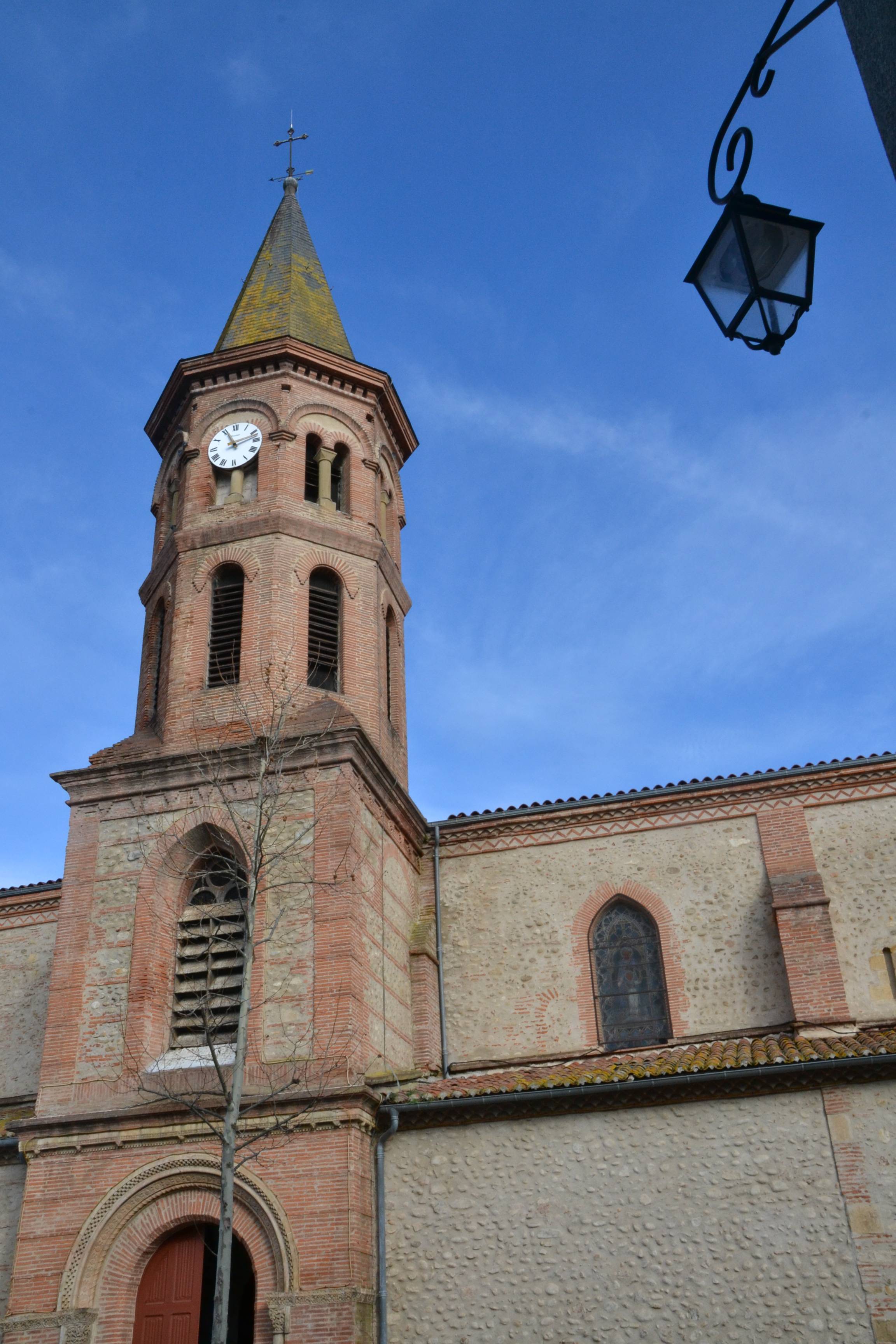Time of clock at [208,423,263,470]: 11:12
